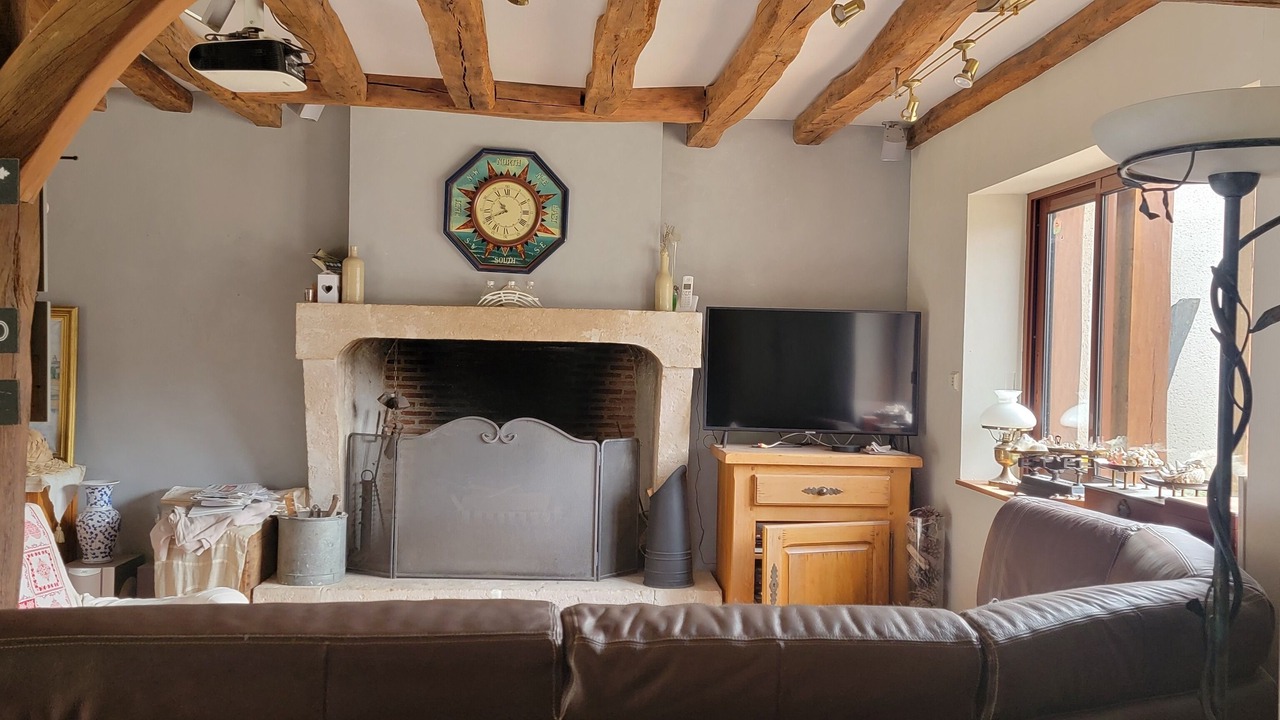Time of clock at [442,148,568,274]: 10:40
